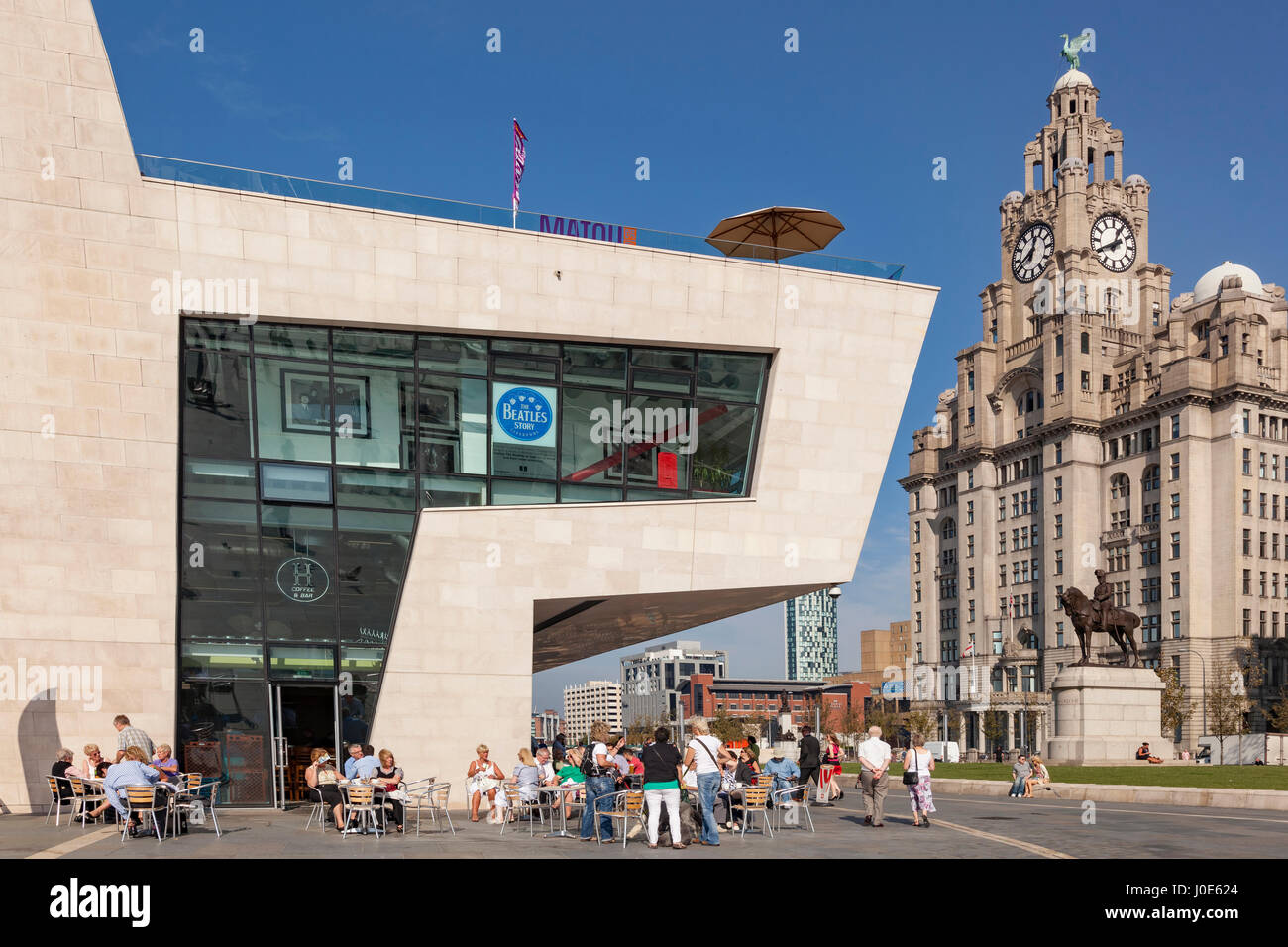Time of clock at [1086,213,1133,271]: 12:40
